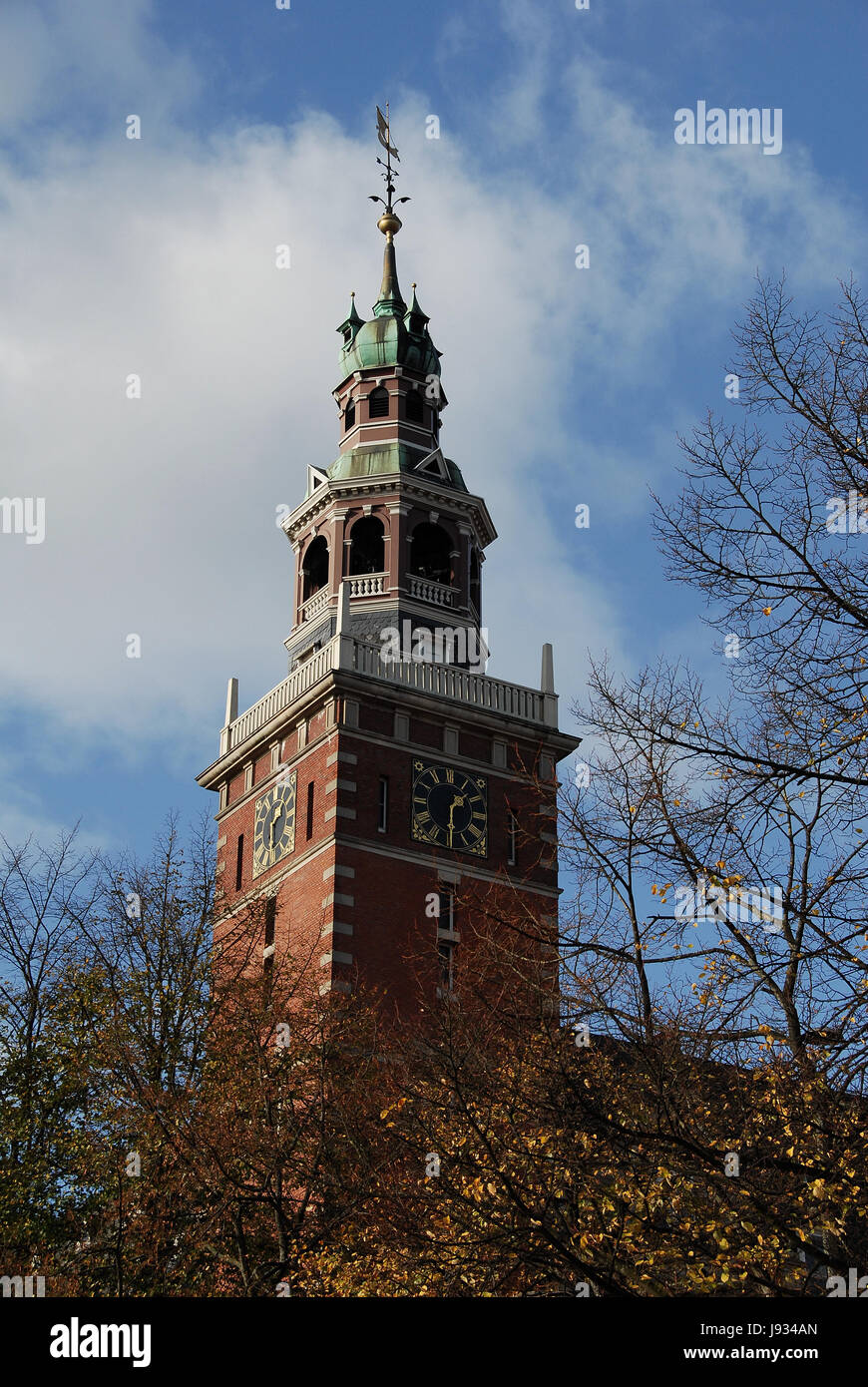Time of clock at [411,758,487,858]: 1:29
